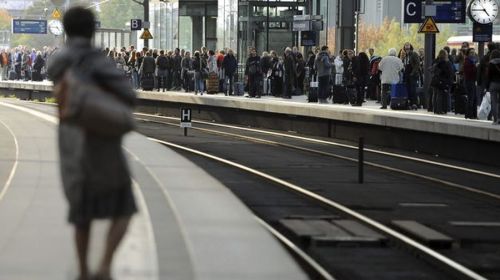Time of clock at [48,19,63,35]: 4:45
